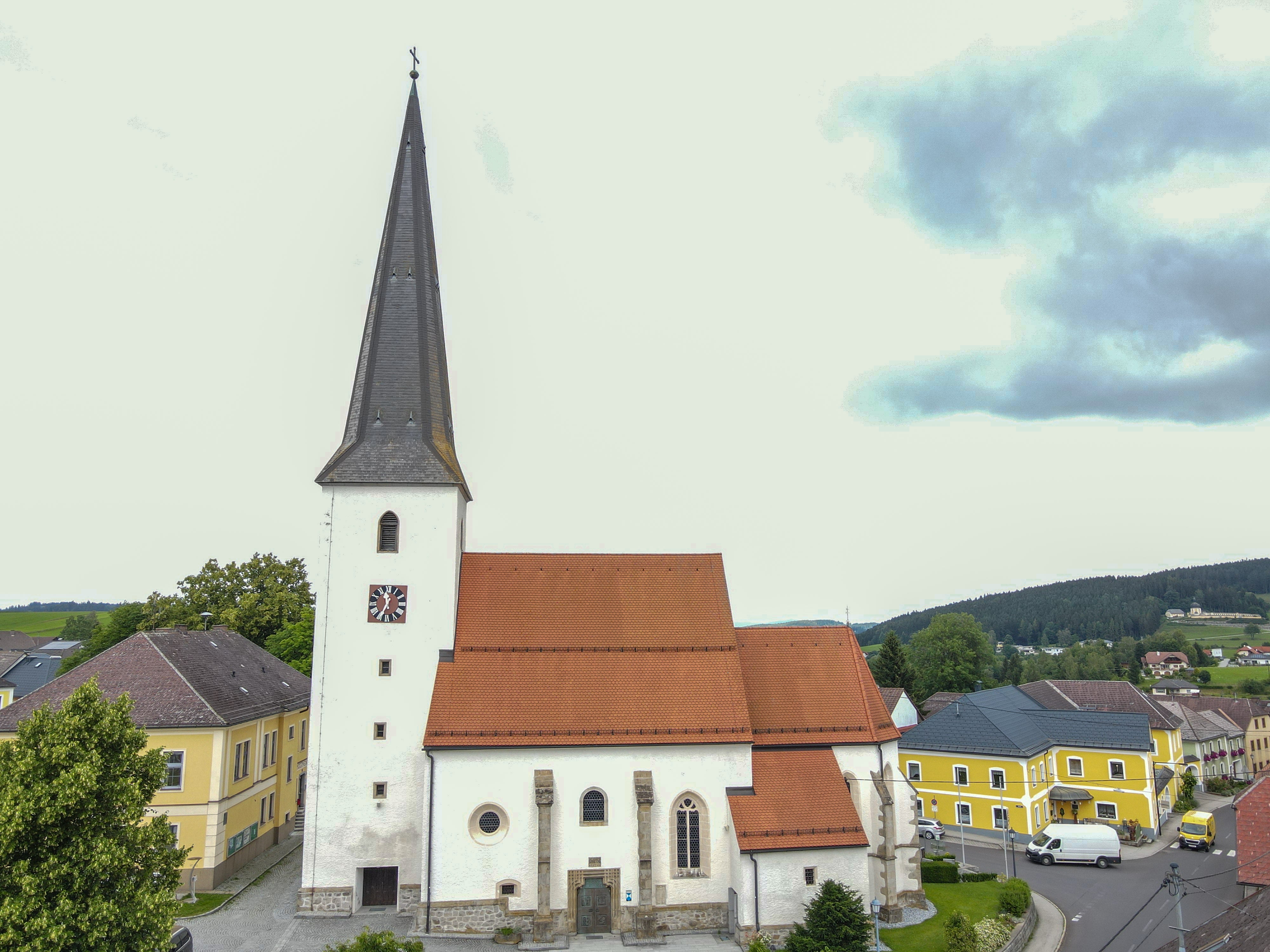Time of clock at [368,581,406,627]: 11:34
